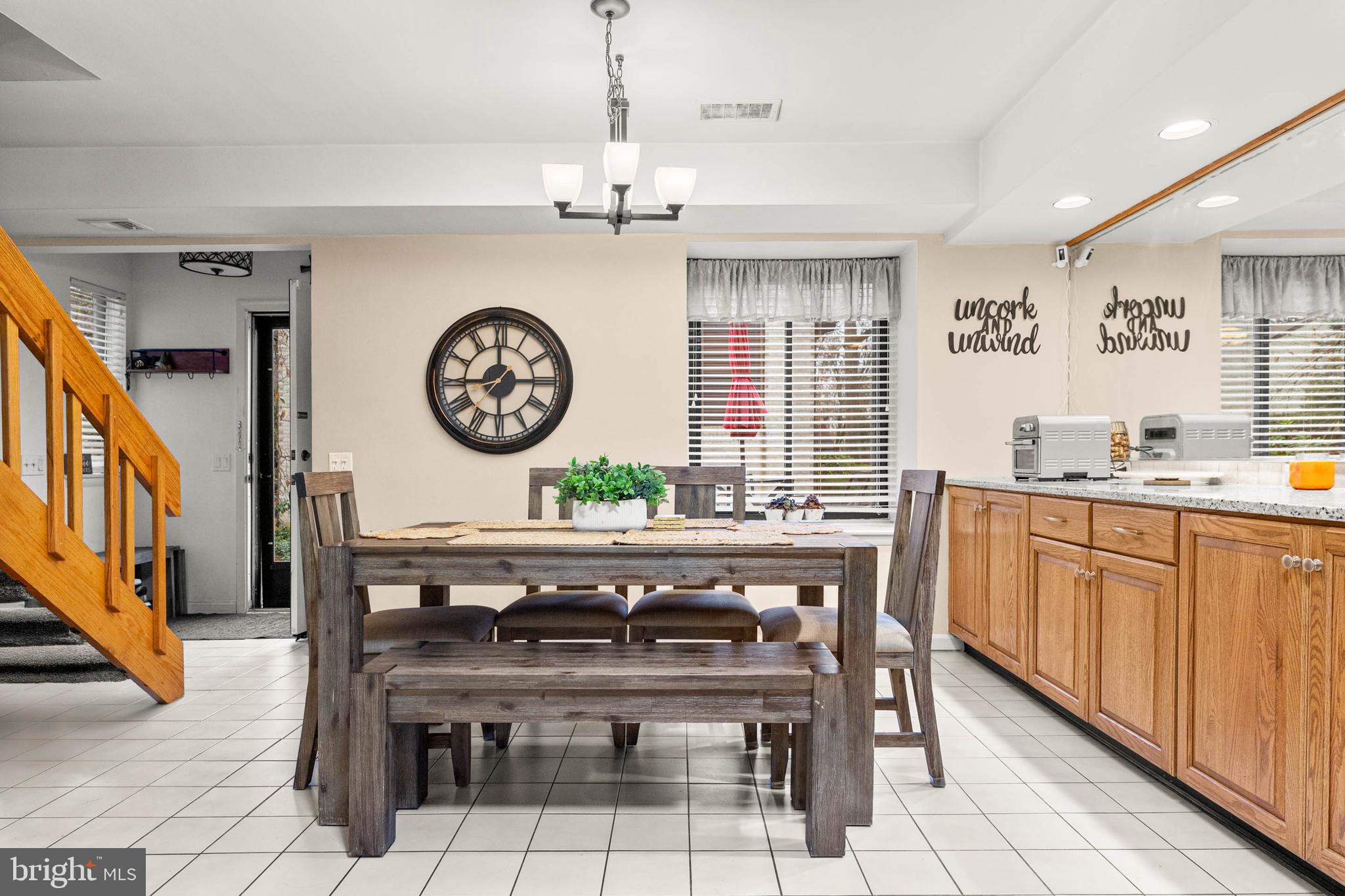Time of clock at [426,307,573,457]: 2:59
